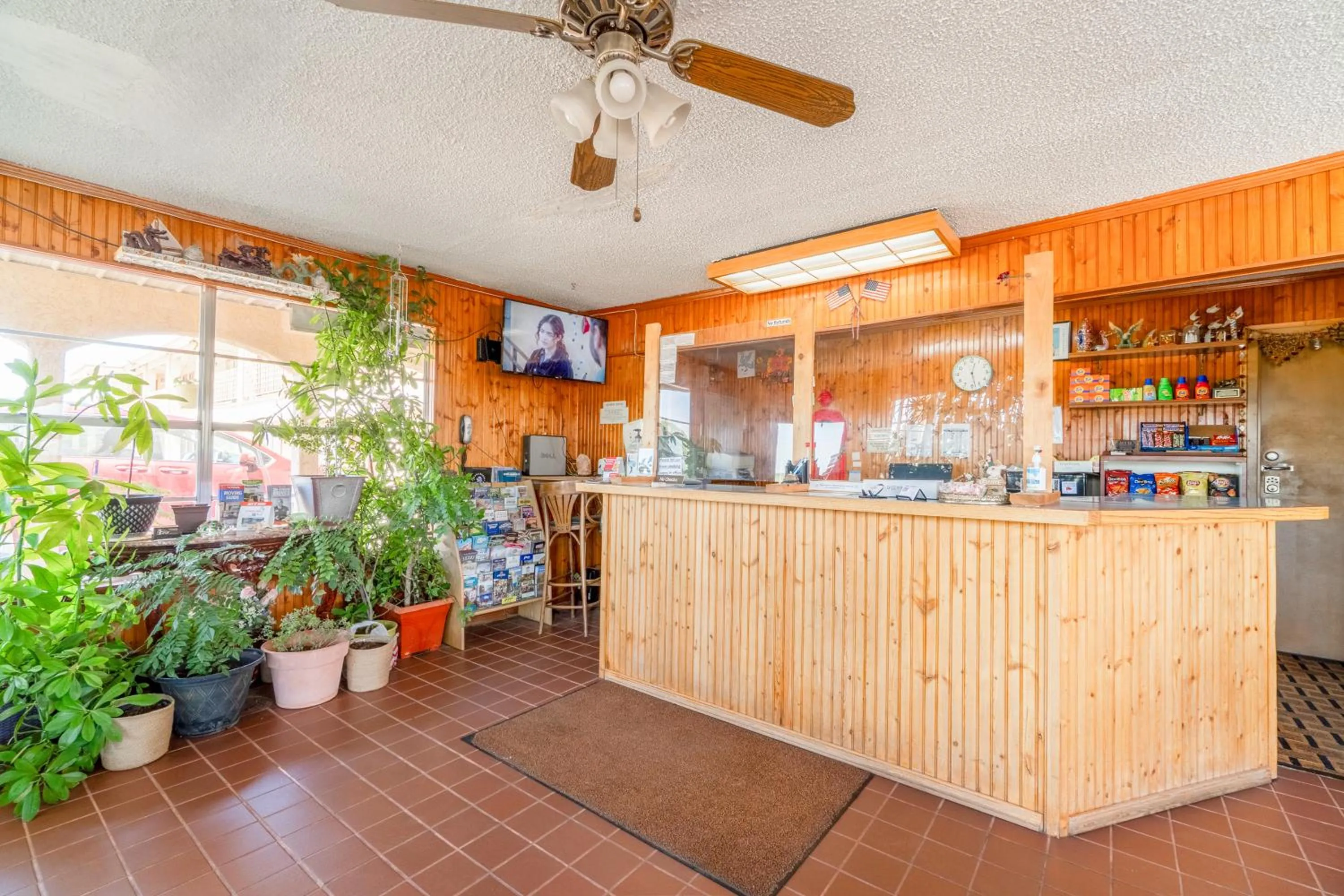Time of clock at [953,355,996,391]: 12:27
